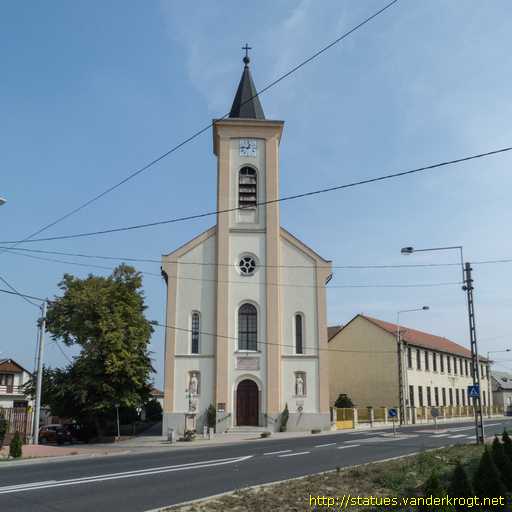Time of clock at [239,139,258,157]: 12:46
